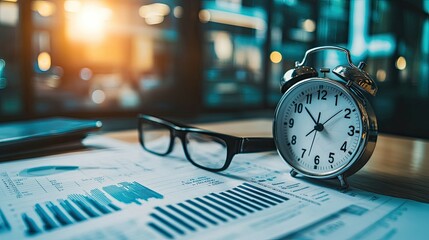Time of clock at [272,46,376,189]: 1:52
